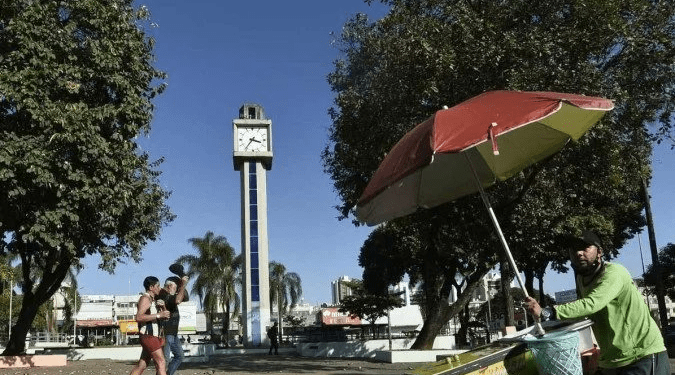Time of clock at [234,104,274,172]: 3:35
